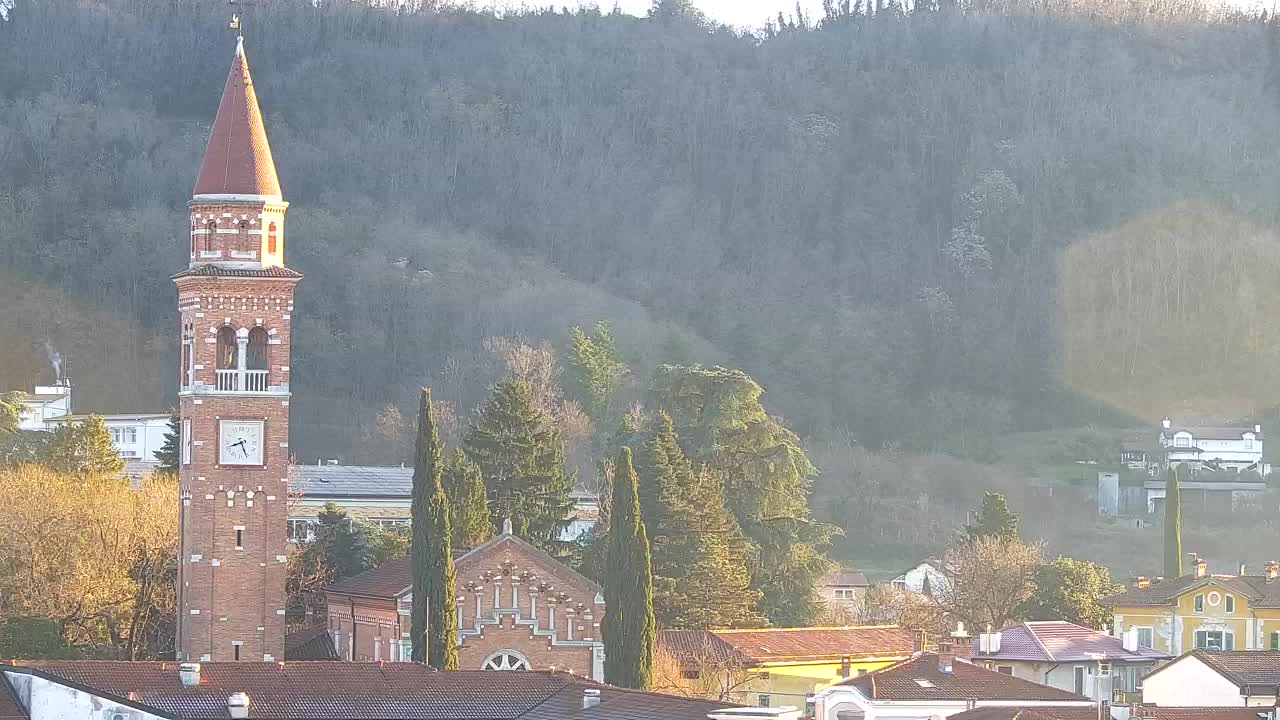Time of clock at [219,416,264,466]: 8:26
